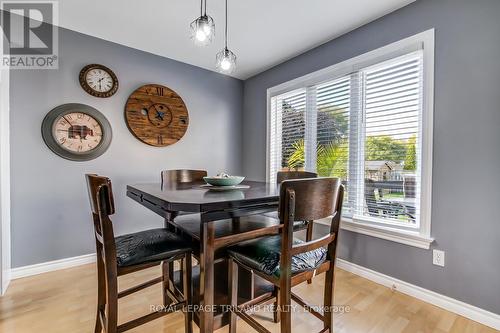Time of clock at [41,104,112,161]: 8:53
